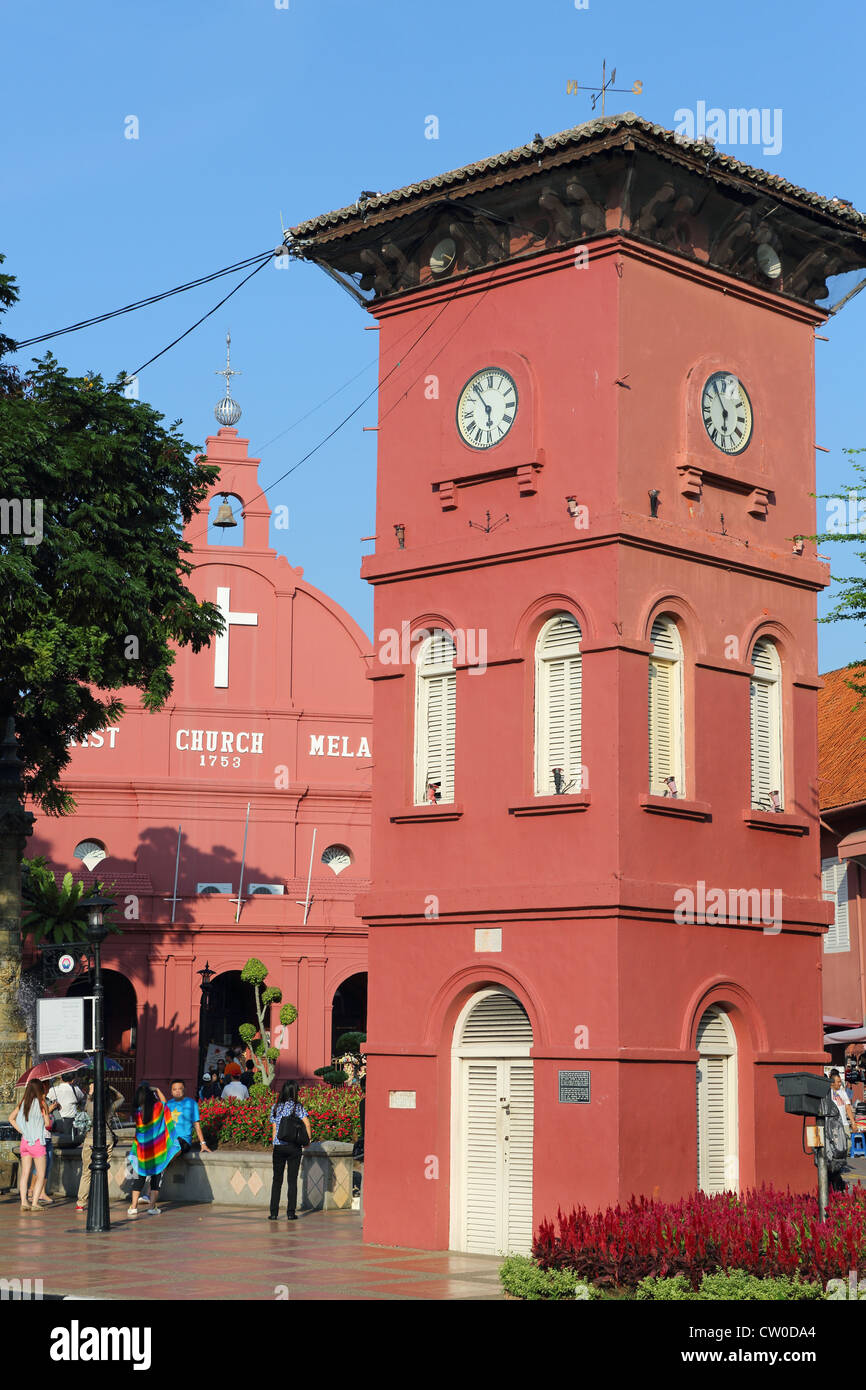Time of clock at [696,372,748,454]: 5:54
